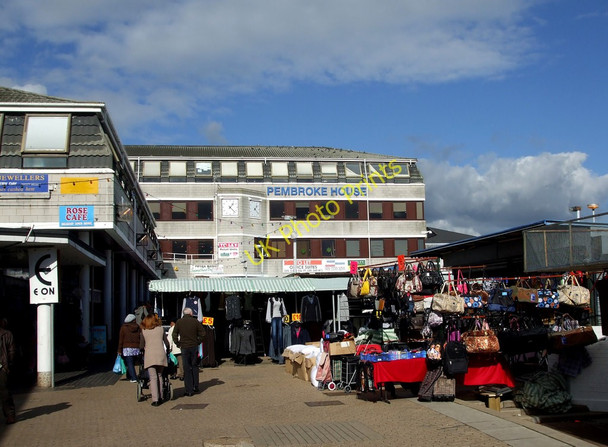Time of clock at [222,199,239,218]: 1:22
